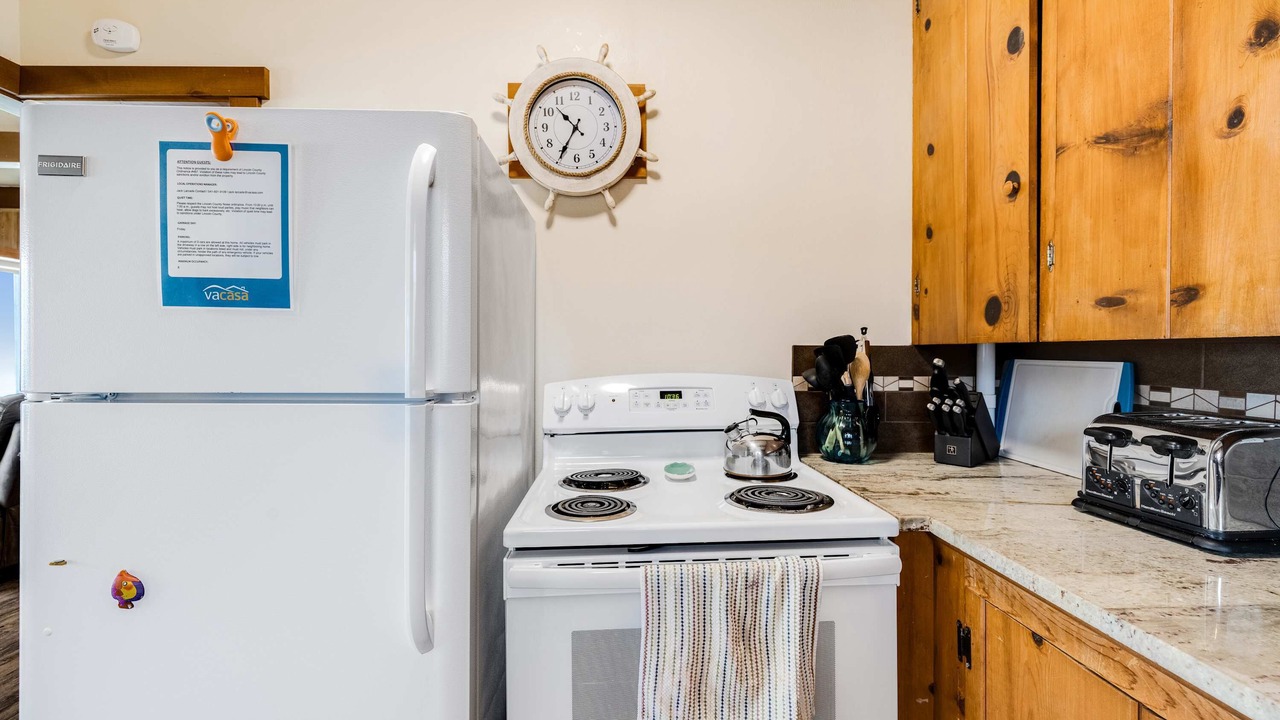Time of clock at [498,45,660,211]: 10:34
